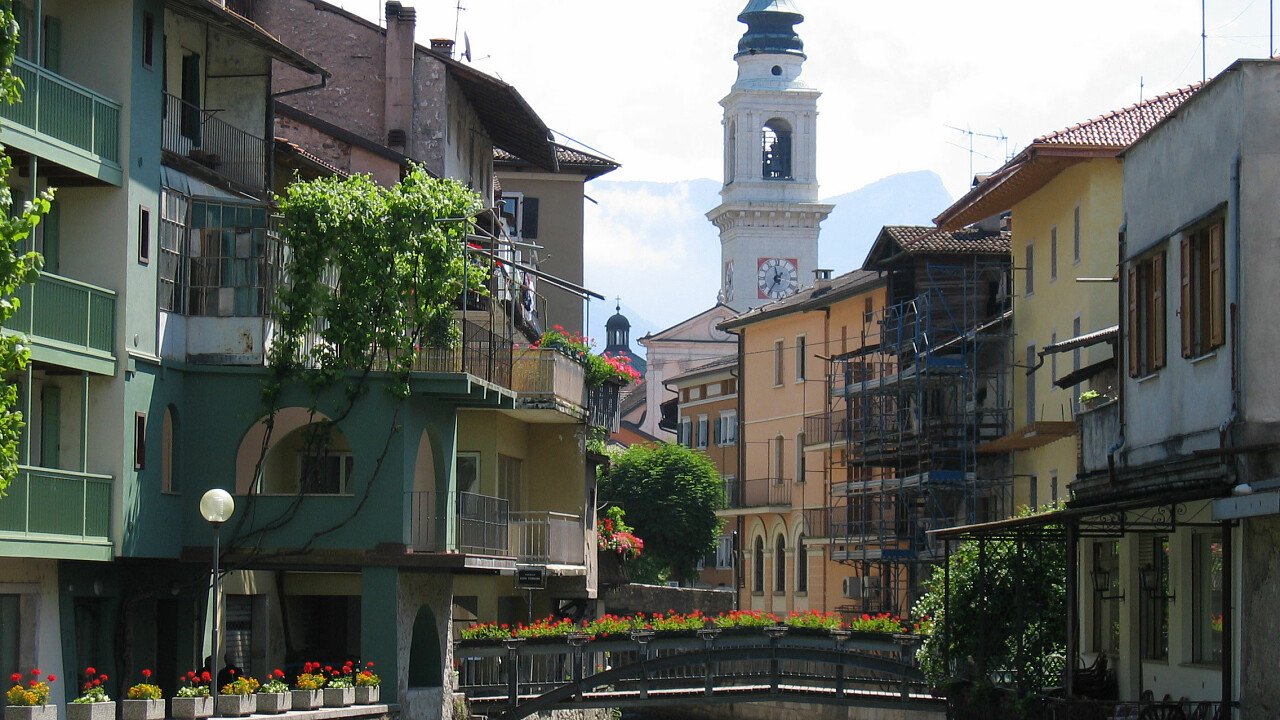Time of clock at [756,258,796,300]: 11:35
